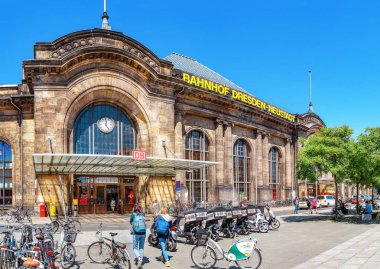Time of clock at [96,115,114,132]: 12:24
